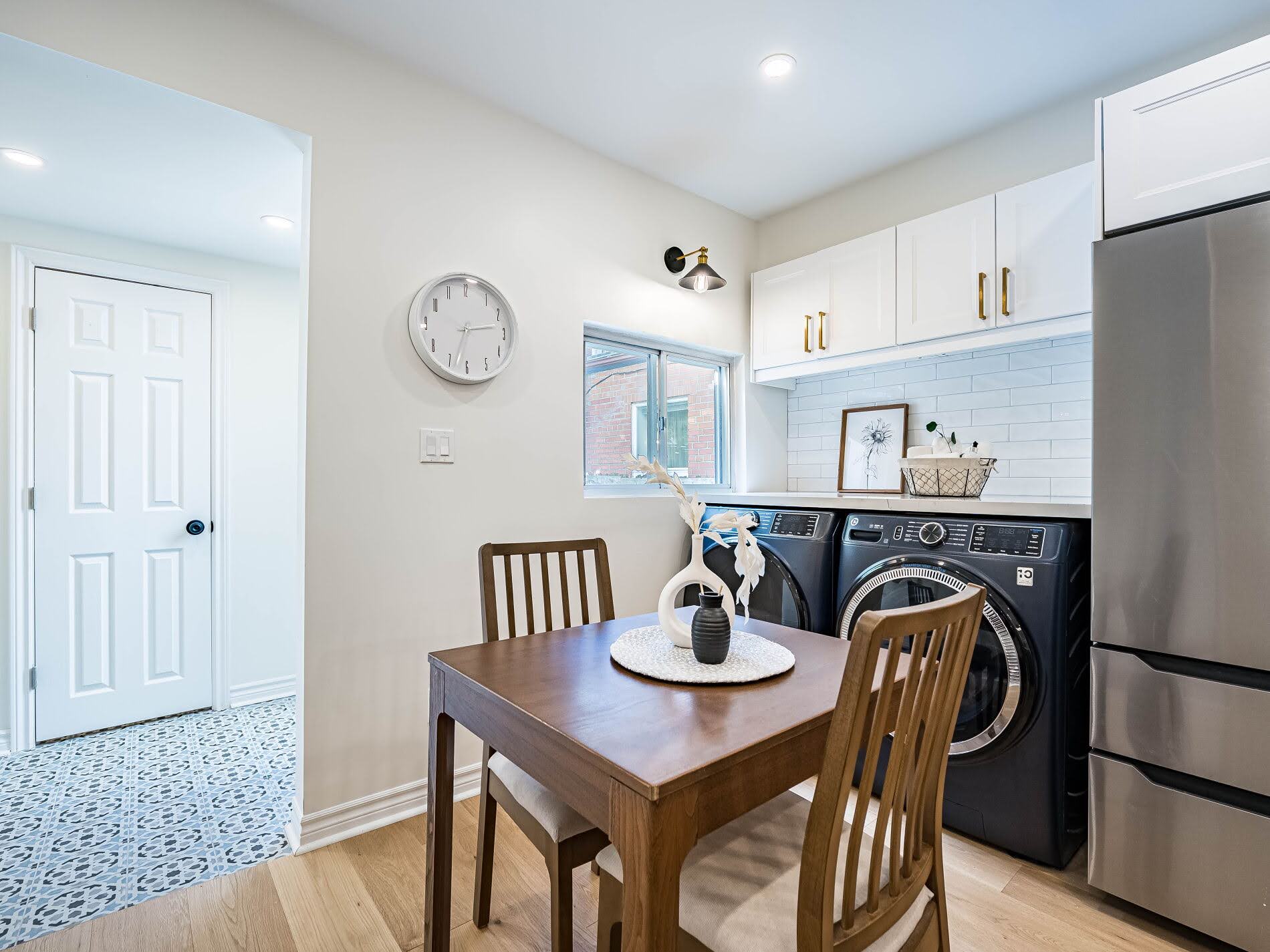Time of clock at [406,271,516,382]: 2:32
